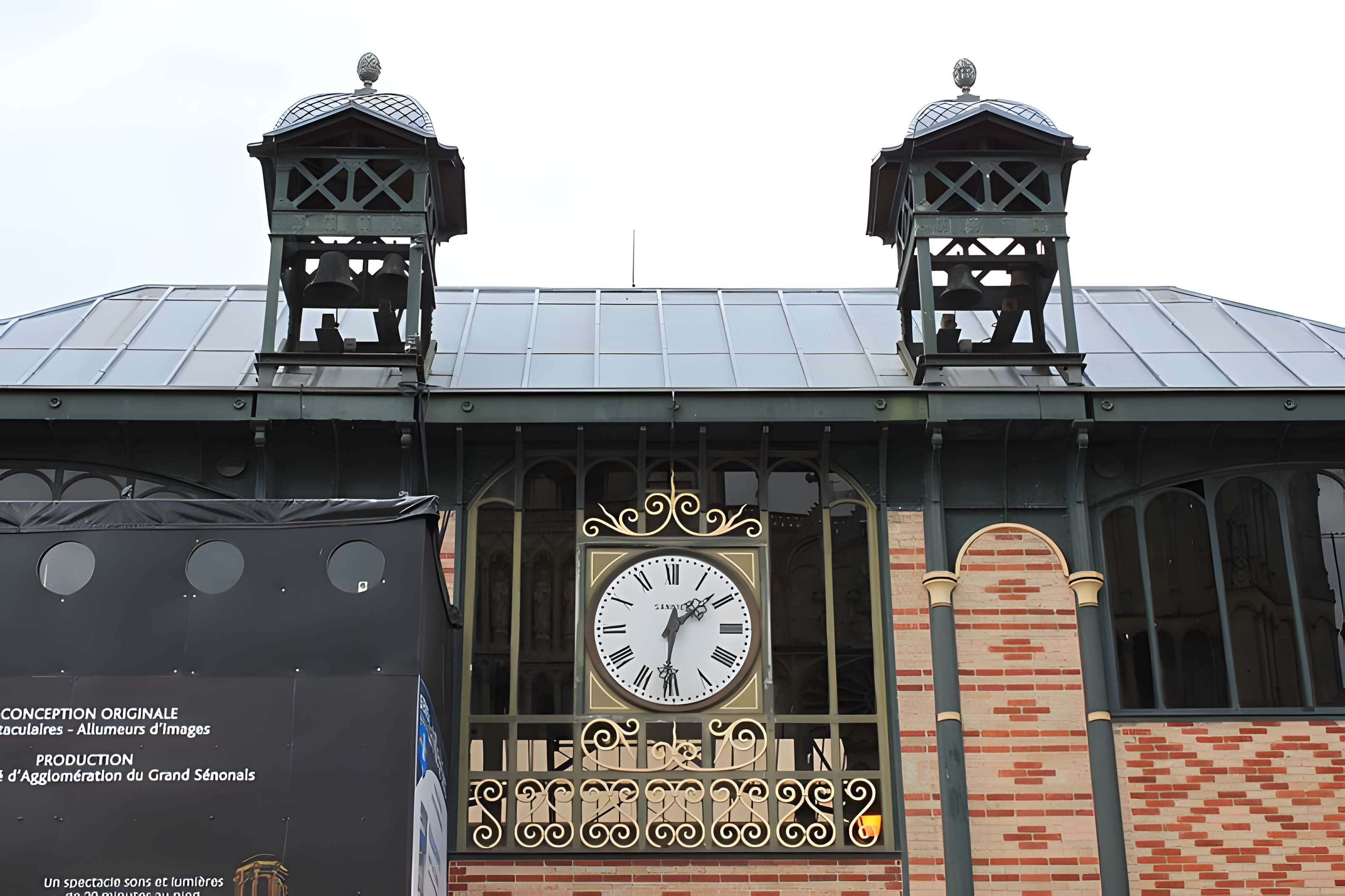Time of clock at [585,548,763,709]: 1:31
